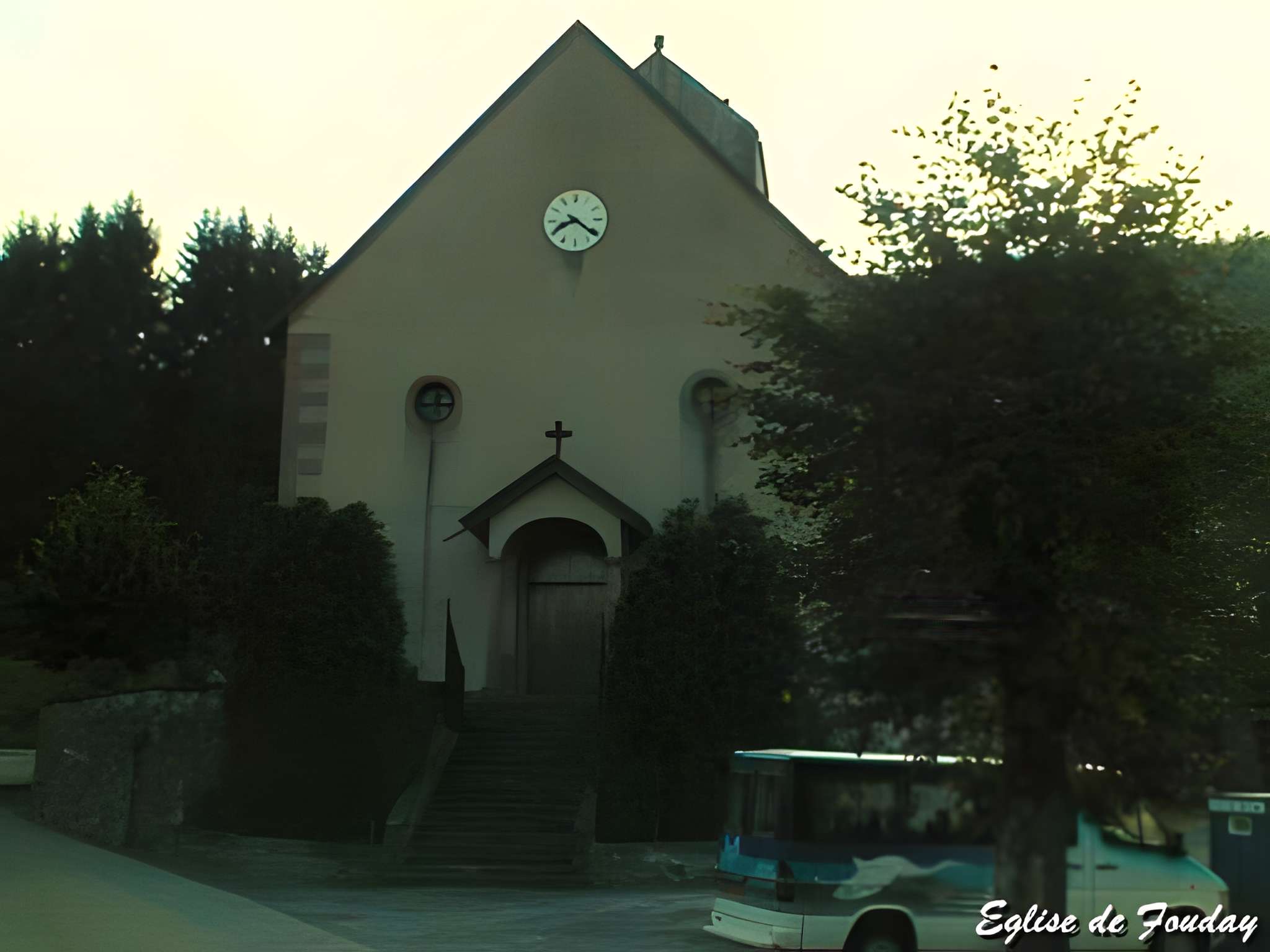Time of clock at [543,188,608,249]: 8:21
